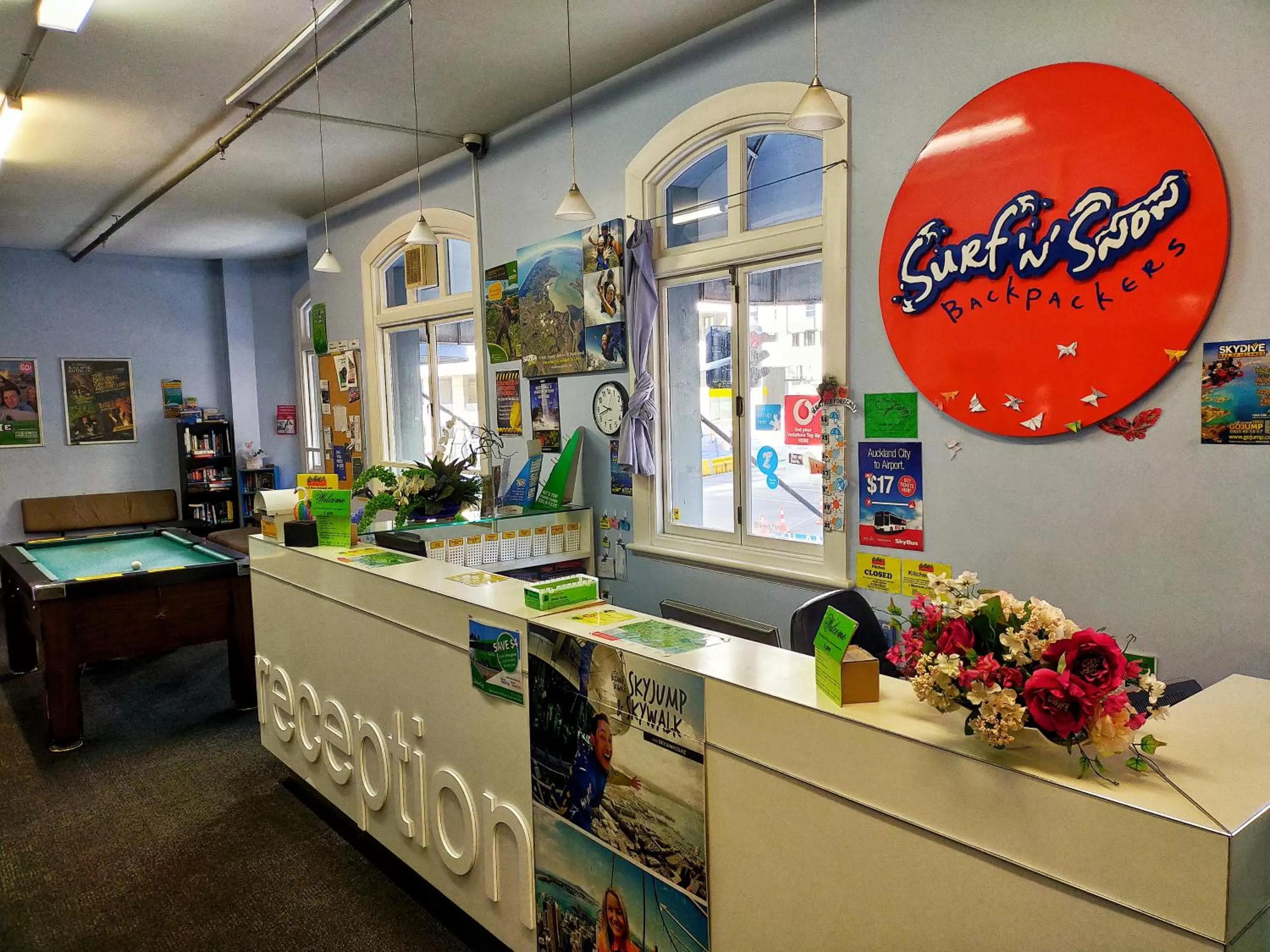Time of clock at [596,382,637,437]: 9:42
